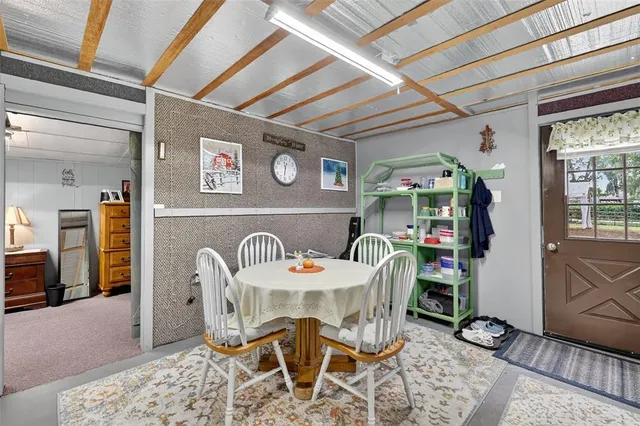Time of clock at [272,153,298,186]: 11:31
